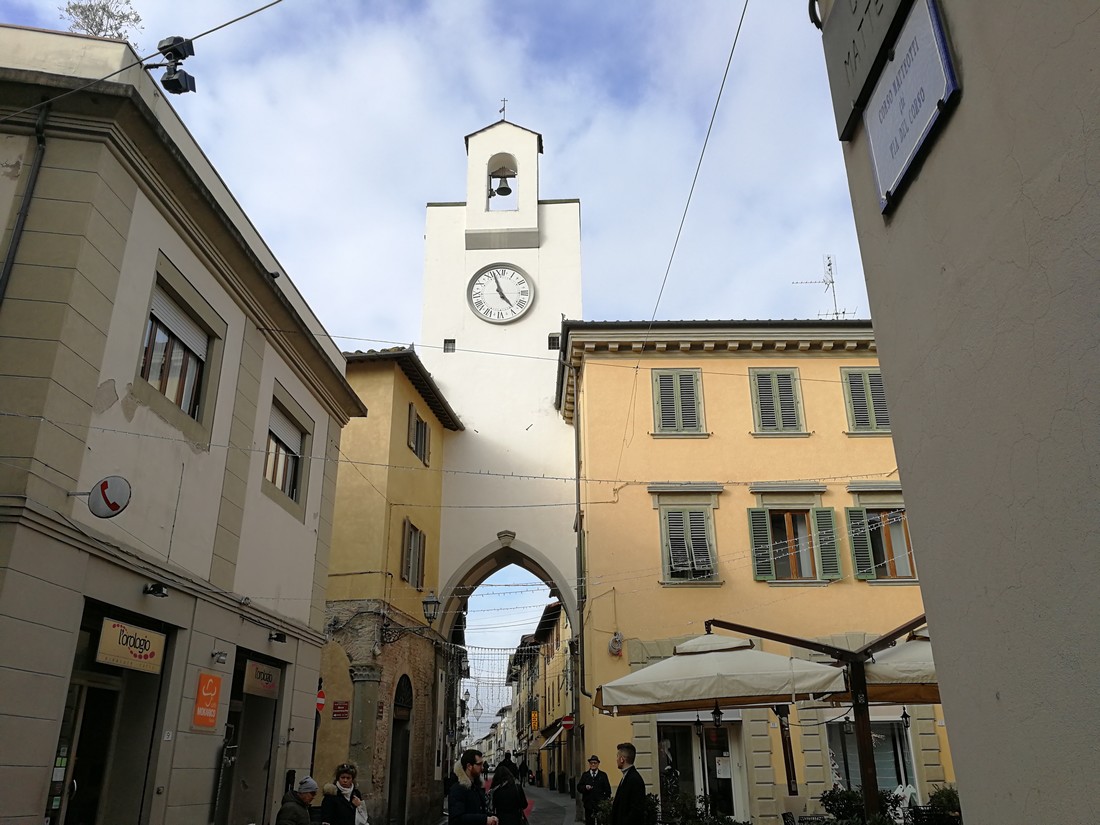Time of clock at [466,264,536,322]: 4:57
